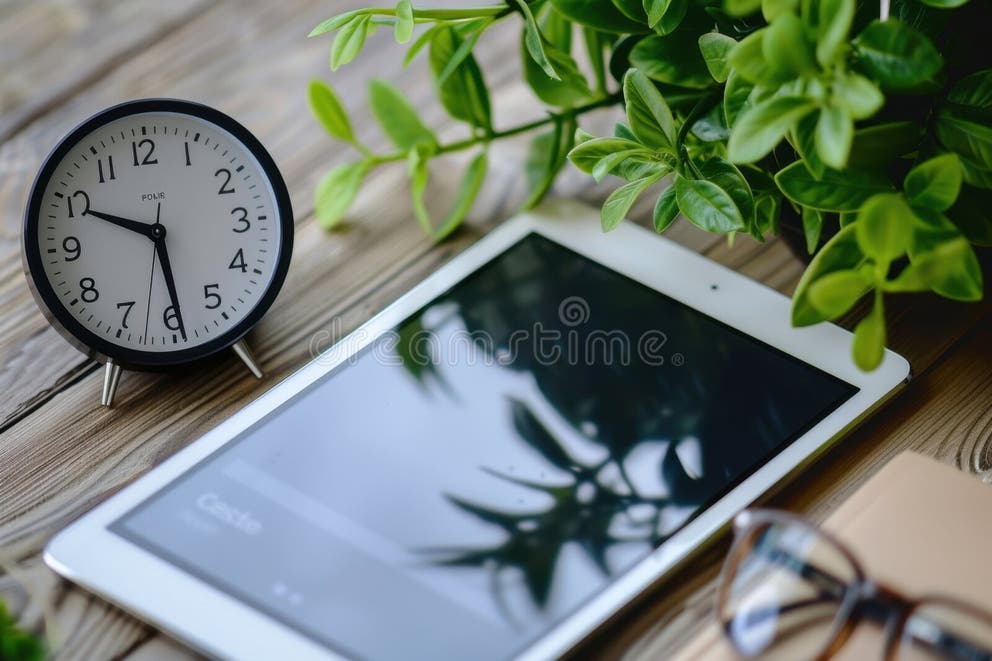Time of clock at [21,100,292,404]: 5:49
